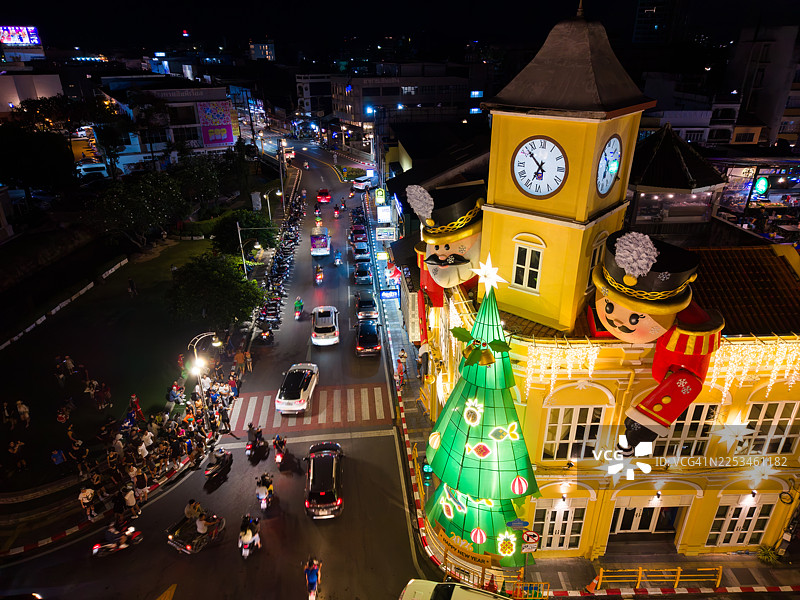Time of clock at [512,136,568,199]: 6:52
